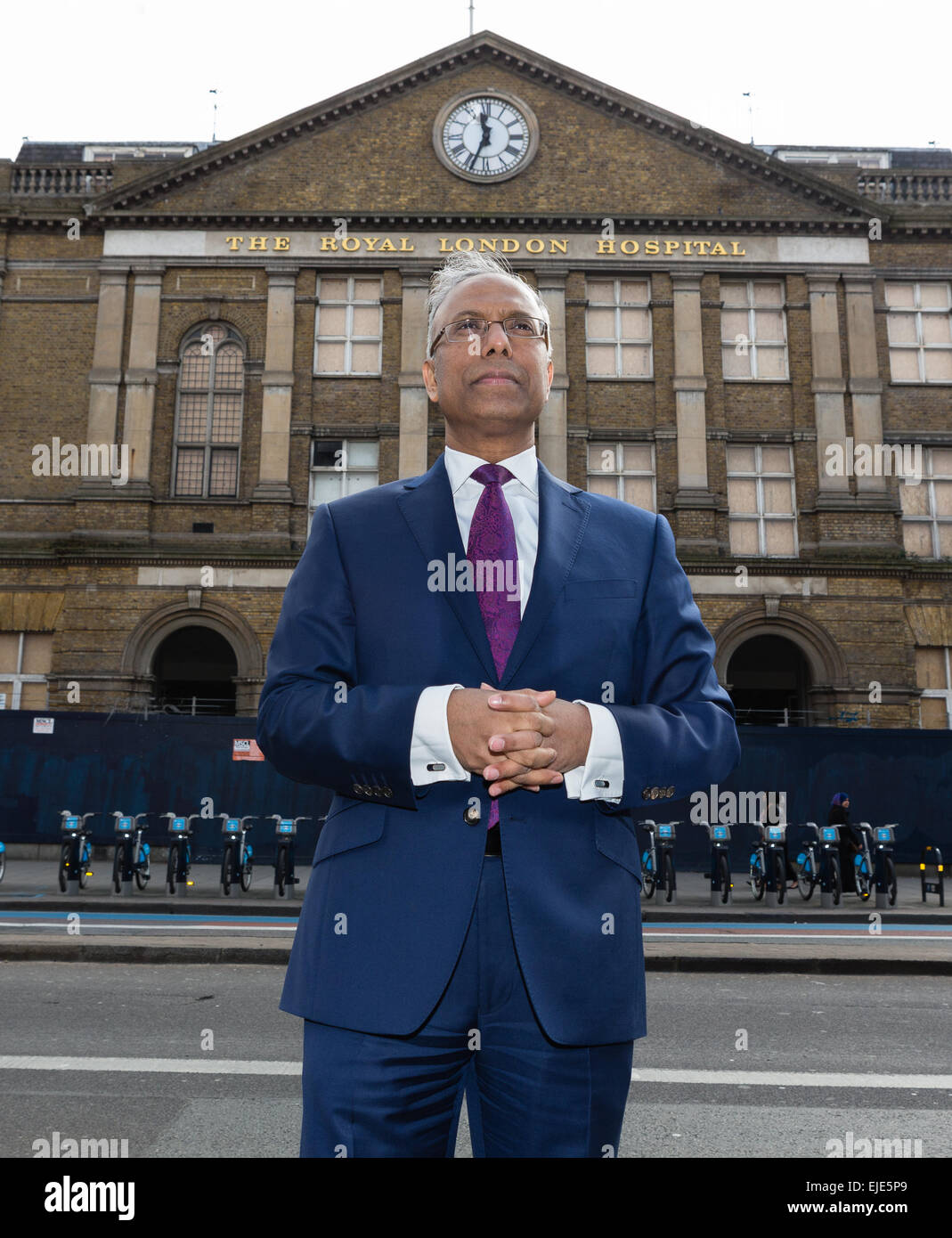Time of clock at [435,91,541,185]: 11:33
